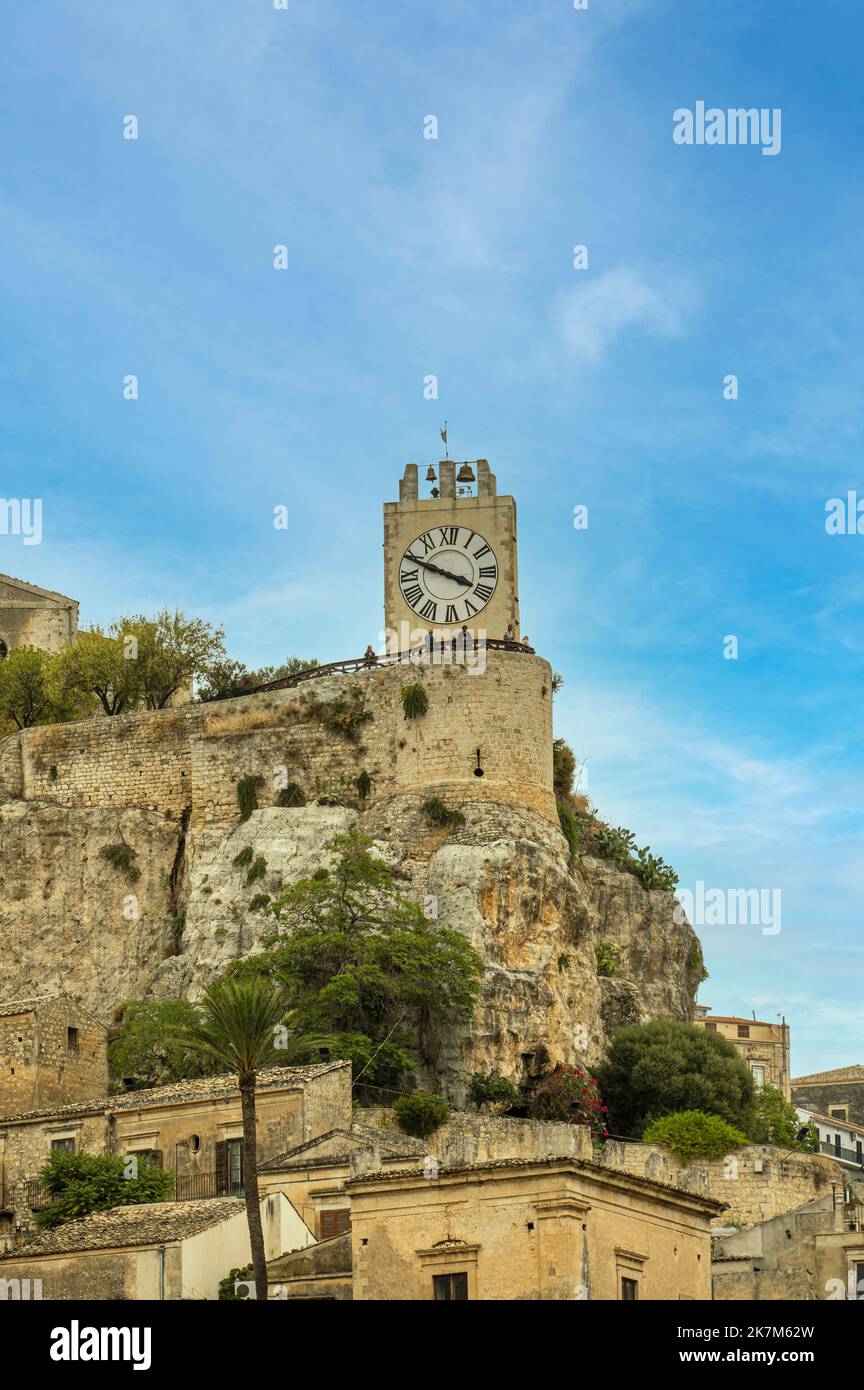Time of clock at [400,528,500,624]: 3:48
